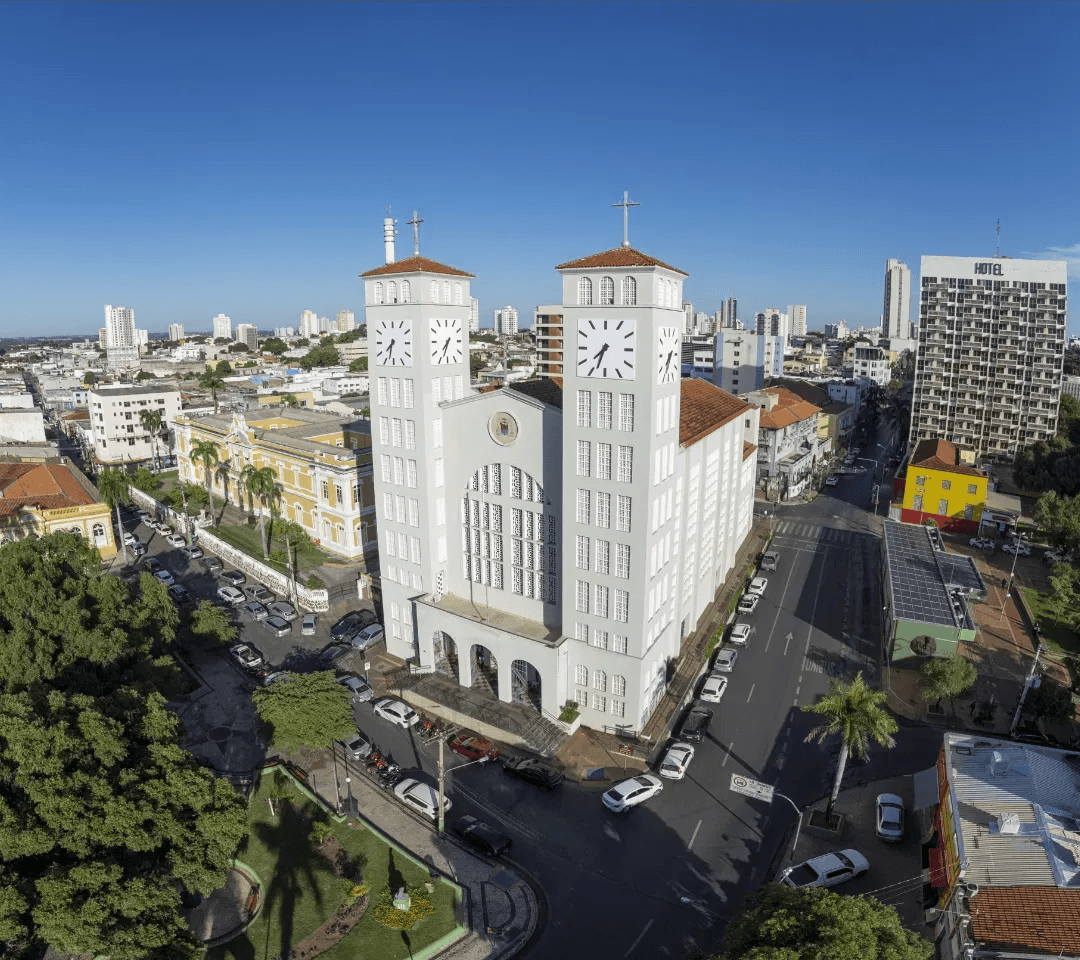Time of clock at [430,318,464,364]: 7:33
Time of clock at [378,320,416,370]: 7:32
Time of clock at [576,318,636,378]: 7:33
